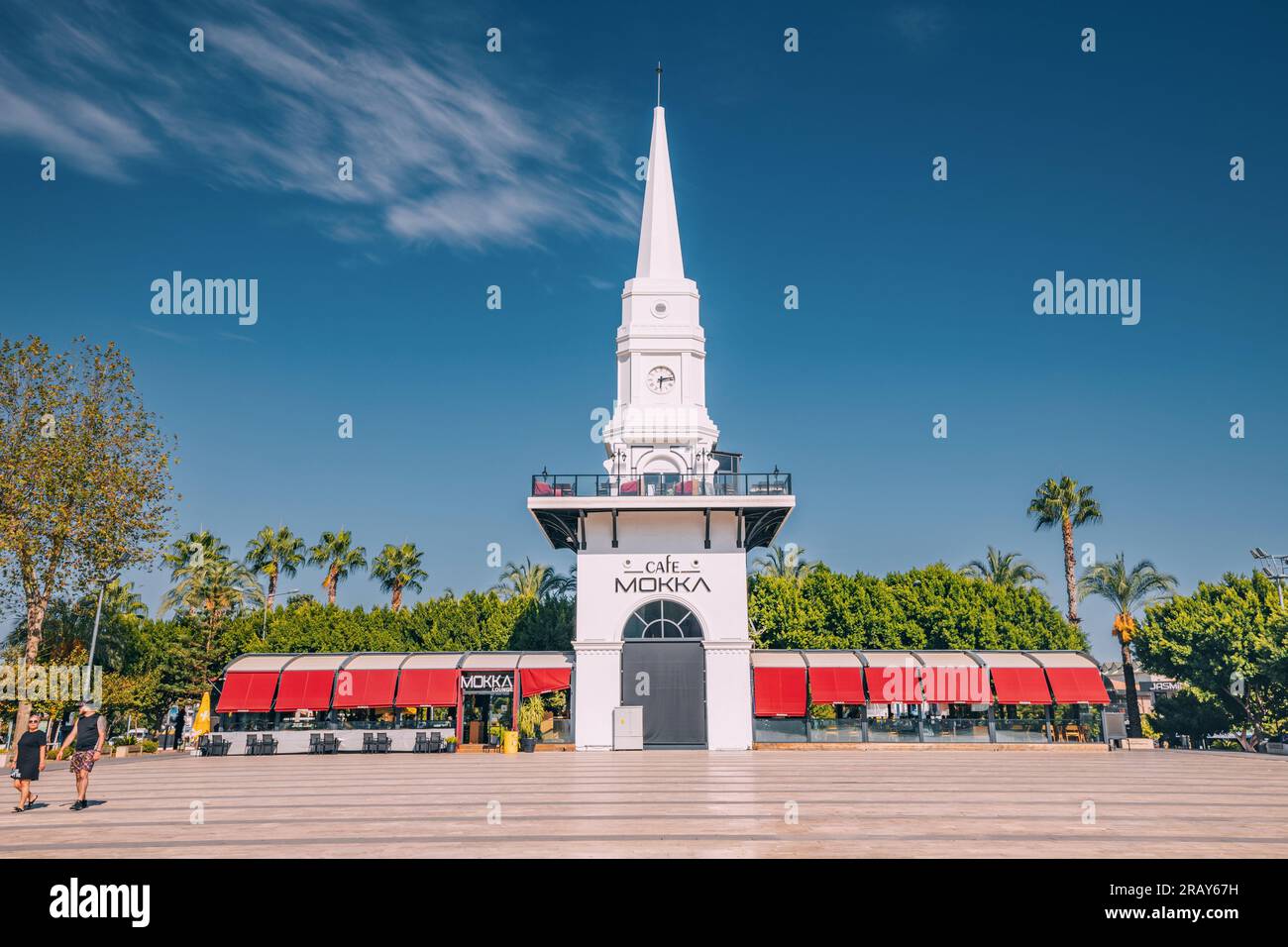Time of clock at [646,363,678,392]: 6:13
